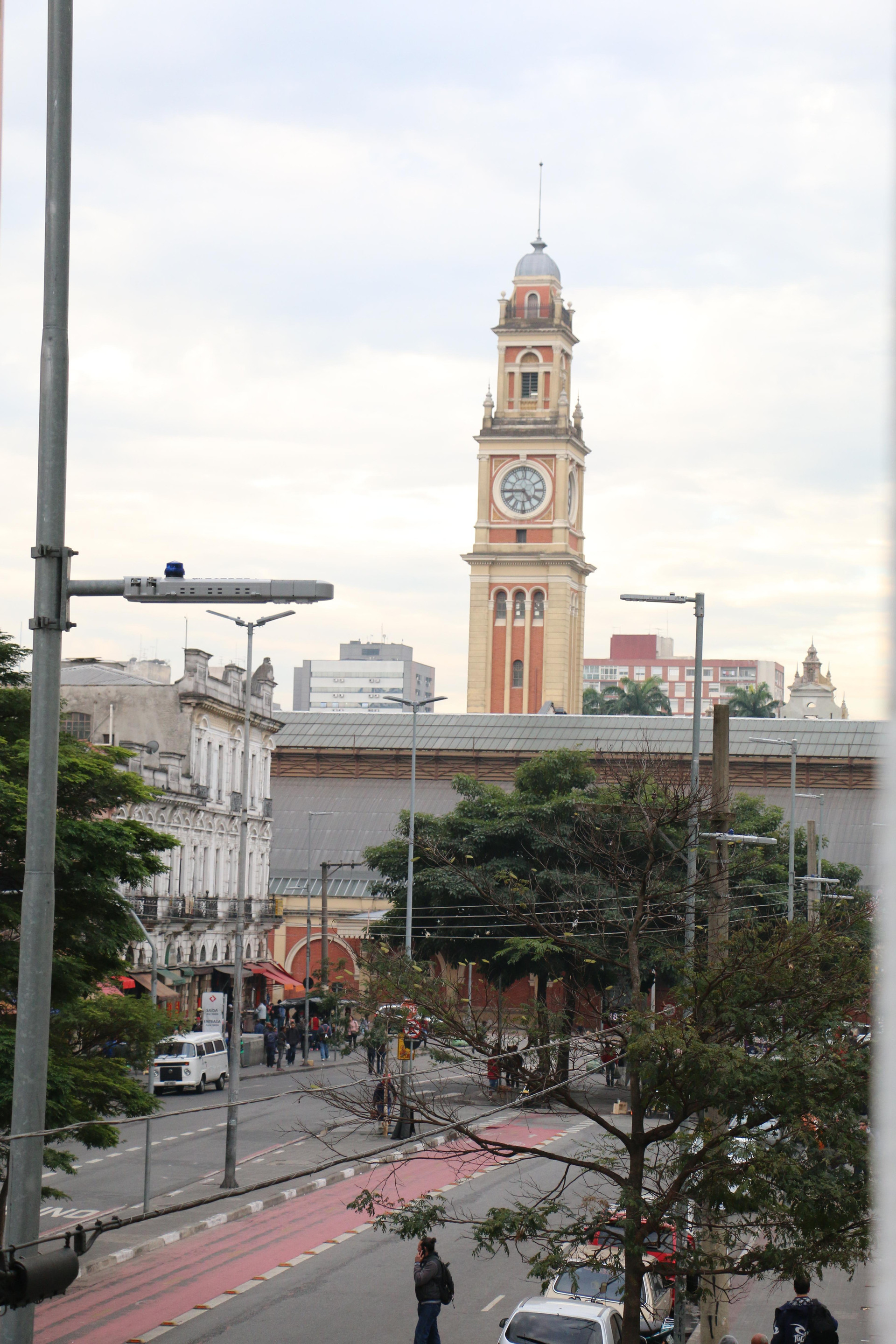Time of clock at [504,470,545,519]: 4:44
